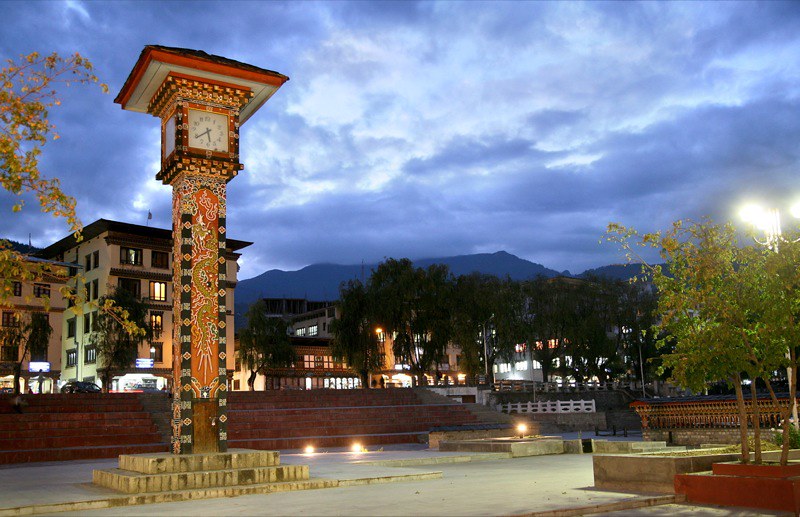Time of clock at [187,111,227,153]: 5:39
